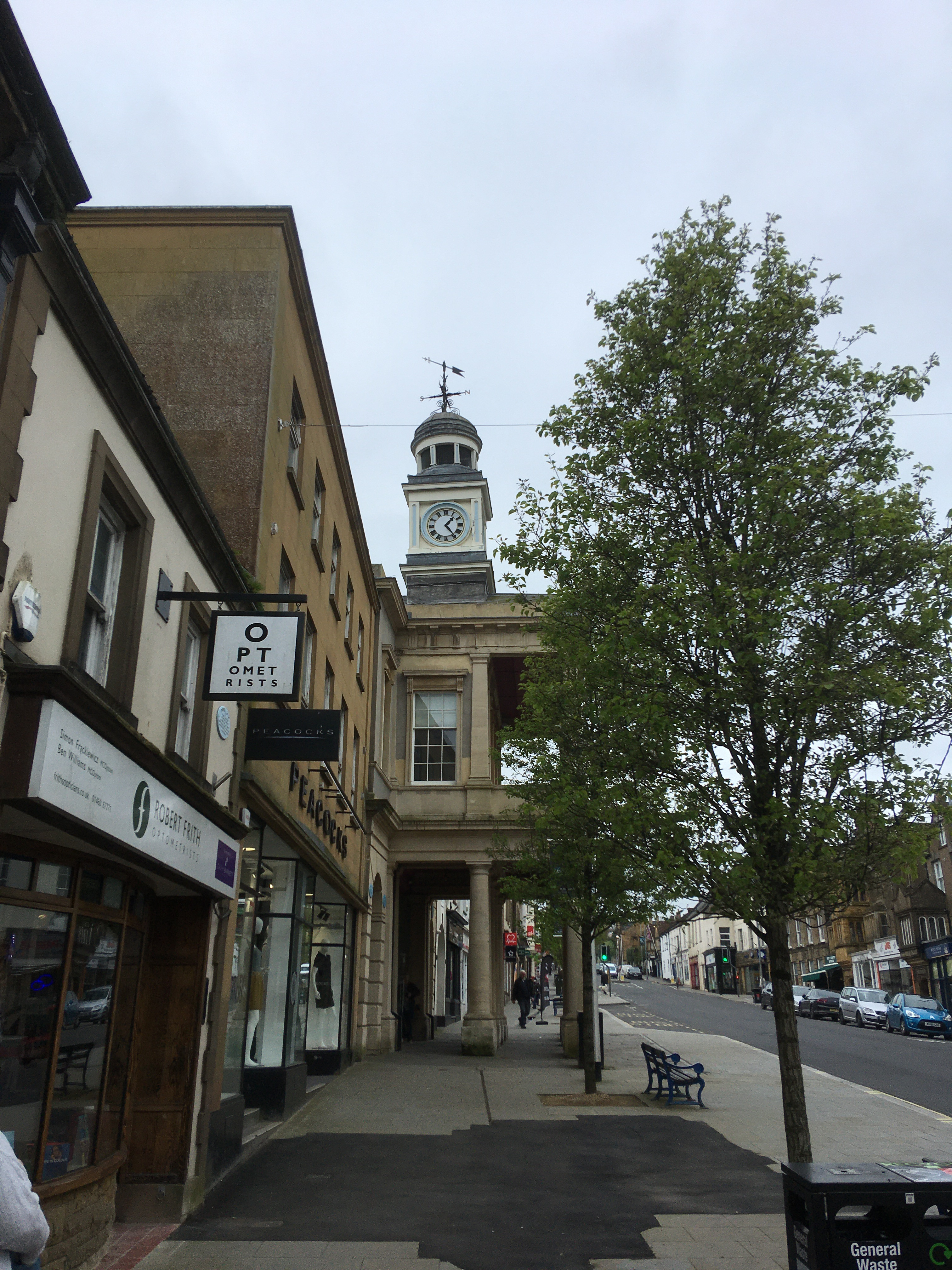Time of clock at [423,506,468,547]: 1:24
